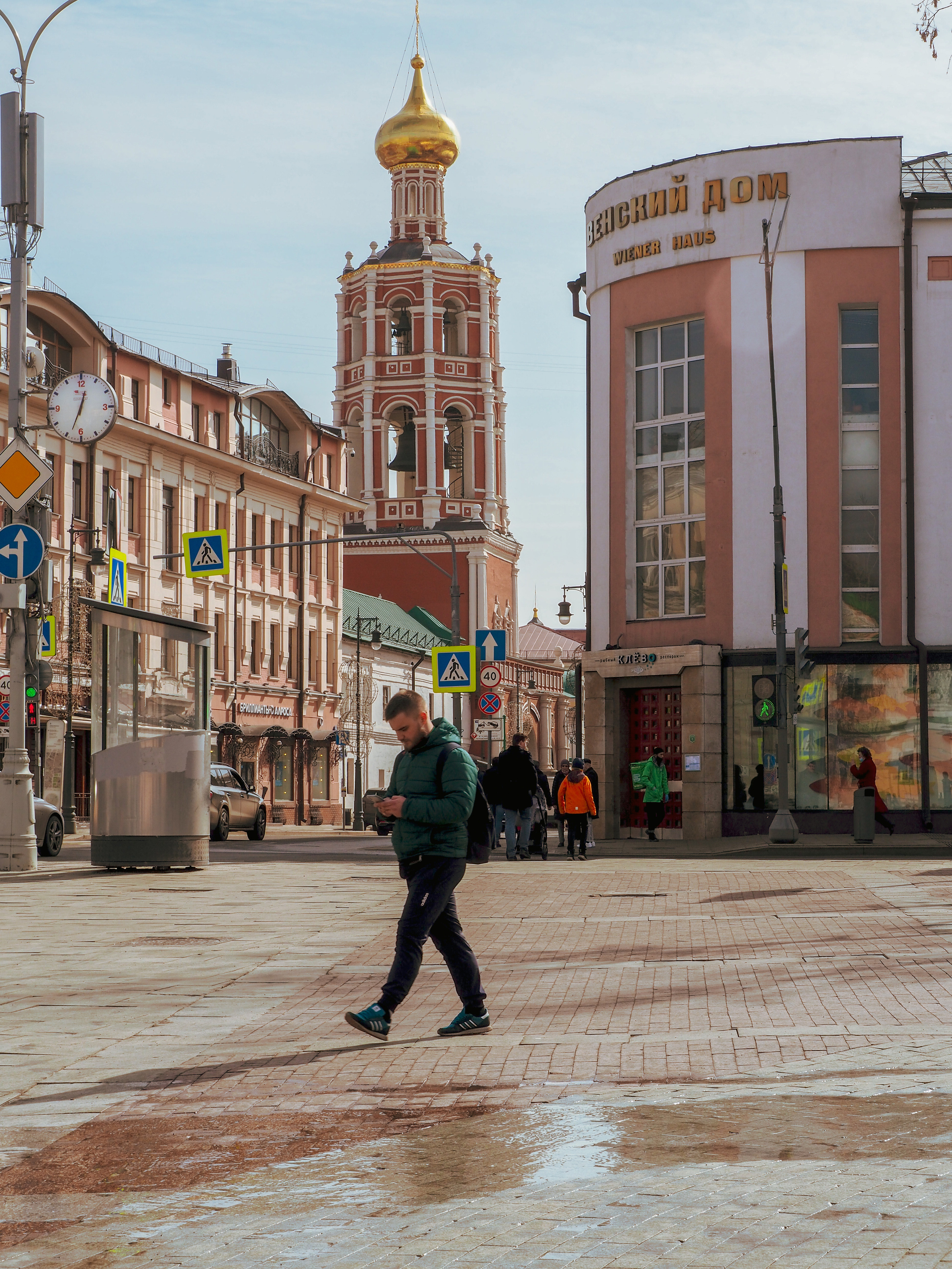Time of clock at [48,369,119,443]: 12:33
